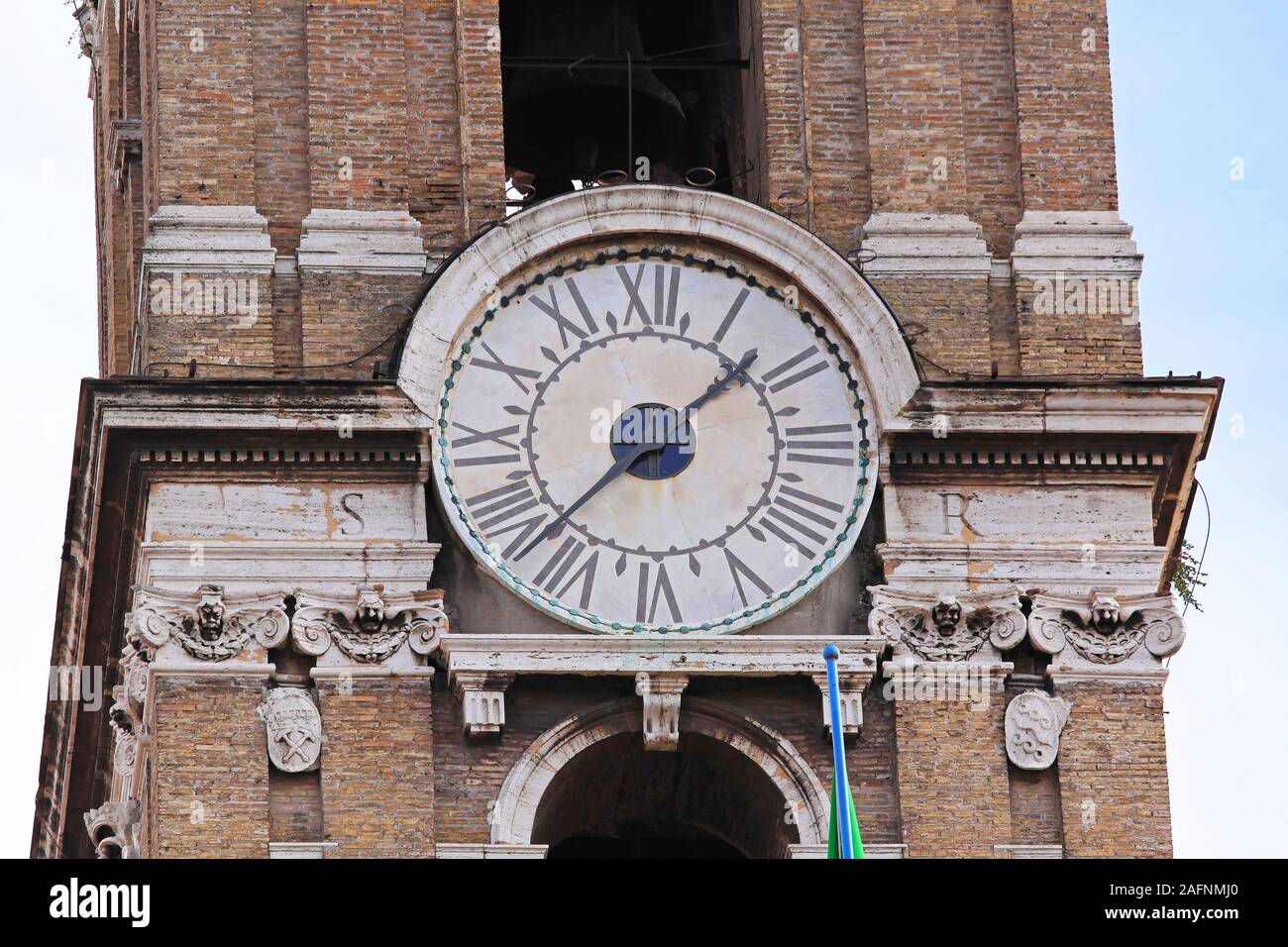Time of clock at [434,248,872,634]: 1:37
